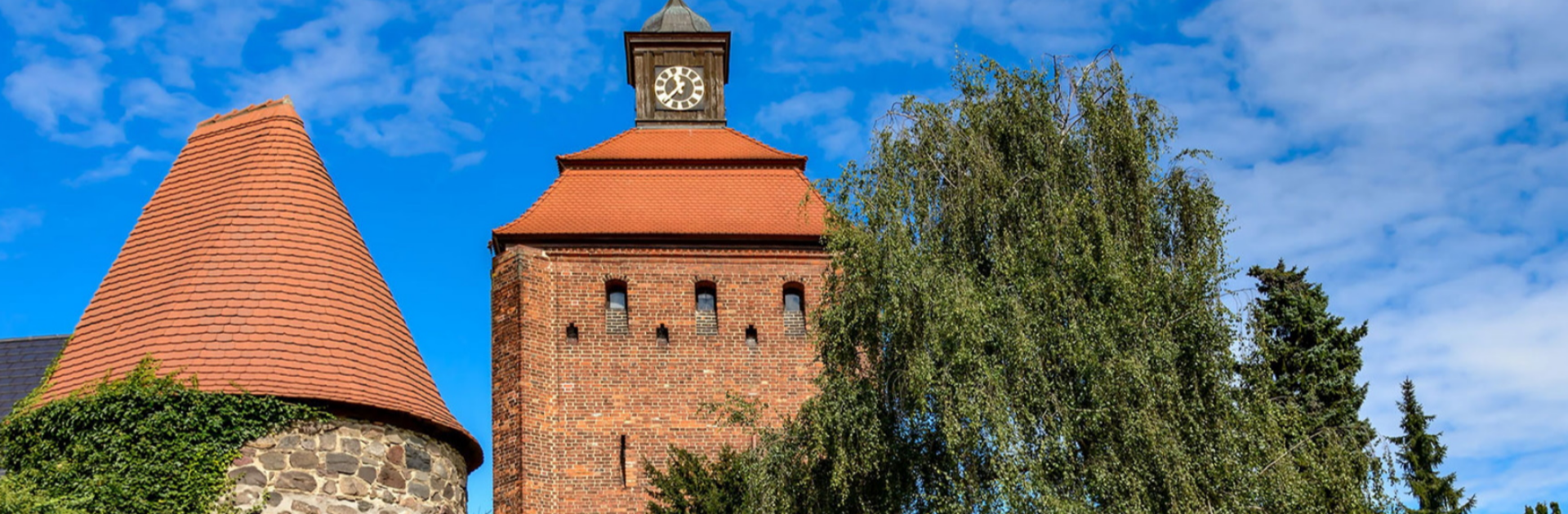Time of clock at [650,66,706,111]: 11:37
